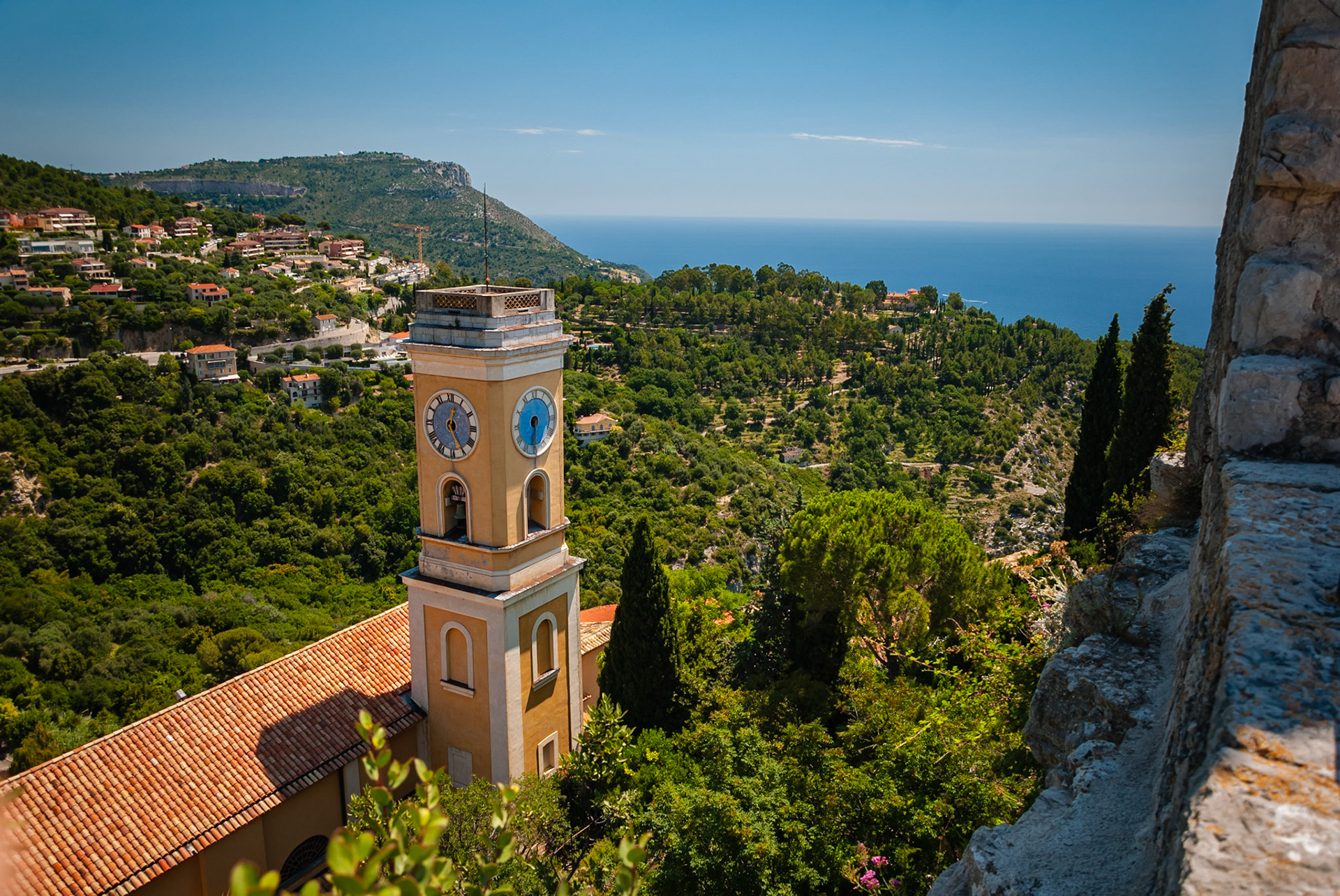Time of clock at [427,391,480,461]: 12:25
